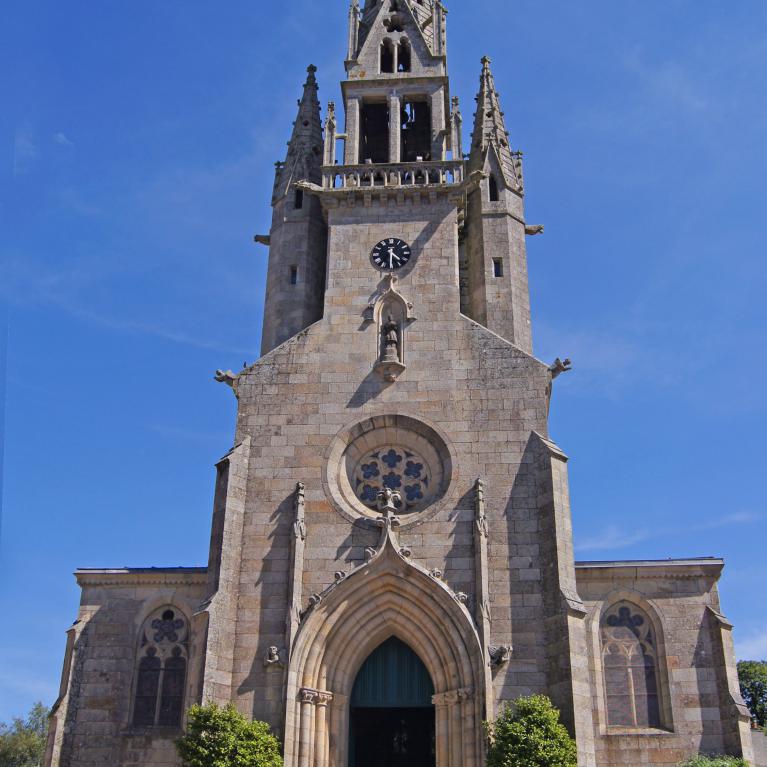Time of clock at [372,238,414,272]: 4:30
